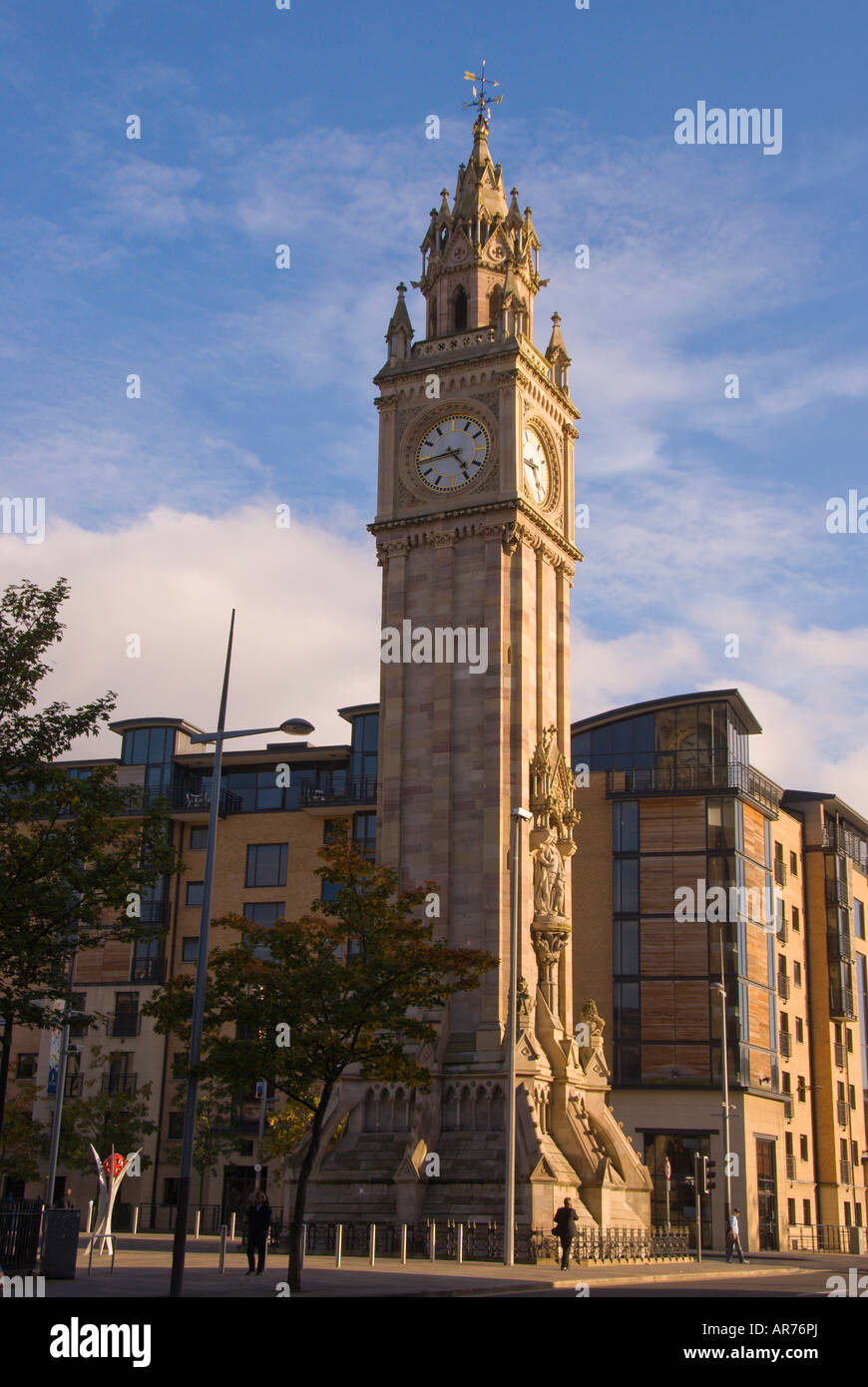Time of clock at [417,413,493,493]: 4:43
